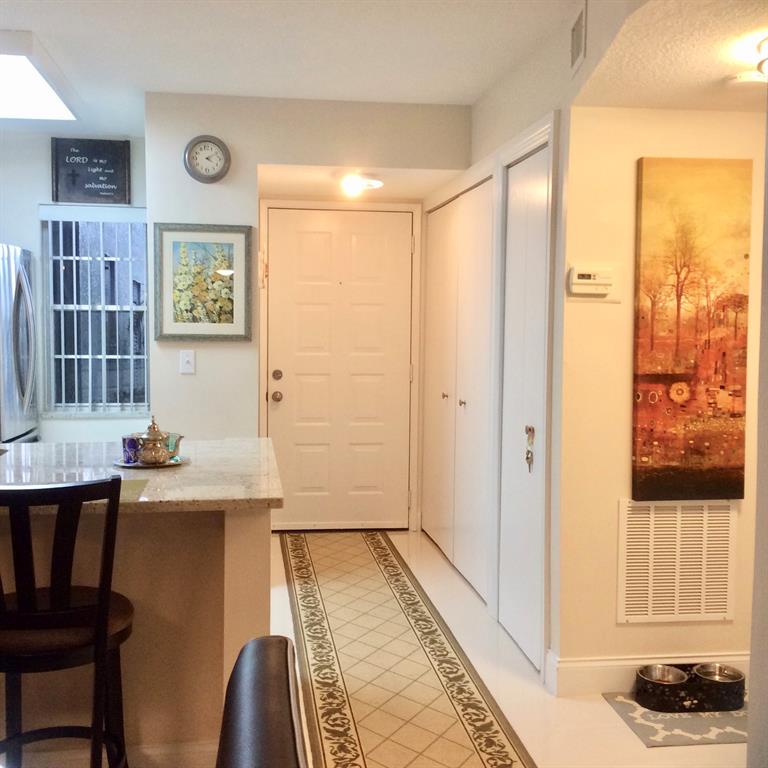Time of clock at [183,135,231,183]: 4:10
